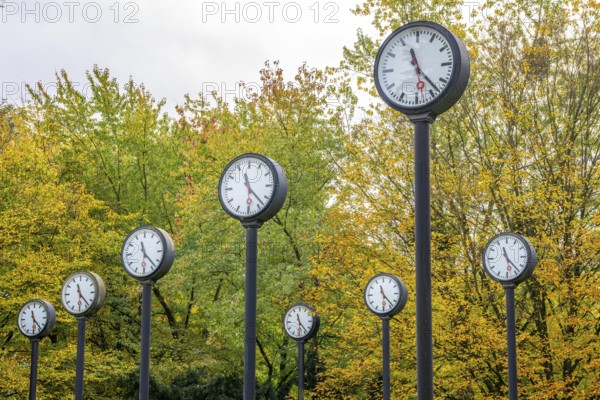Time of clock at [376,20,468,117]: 11:22
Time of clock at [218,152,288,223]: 11:22
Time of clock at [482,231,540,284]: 11:22
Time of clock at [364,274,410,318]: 11:22
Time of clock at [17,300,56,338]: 11:23
